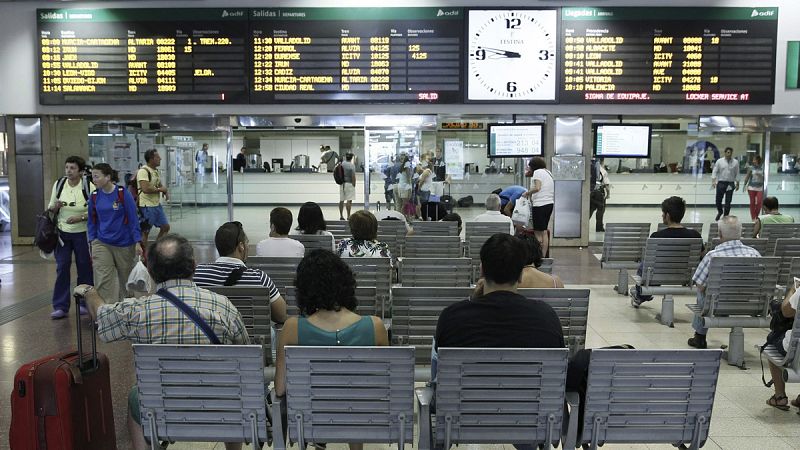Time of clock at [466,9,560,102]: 8:46
